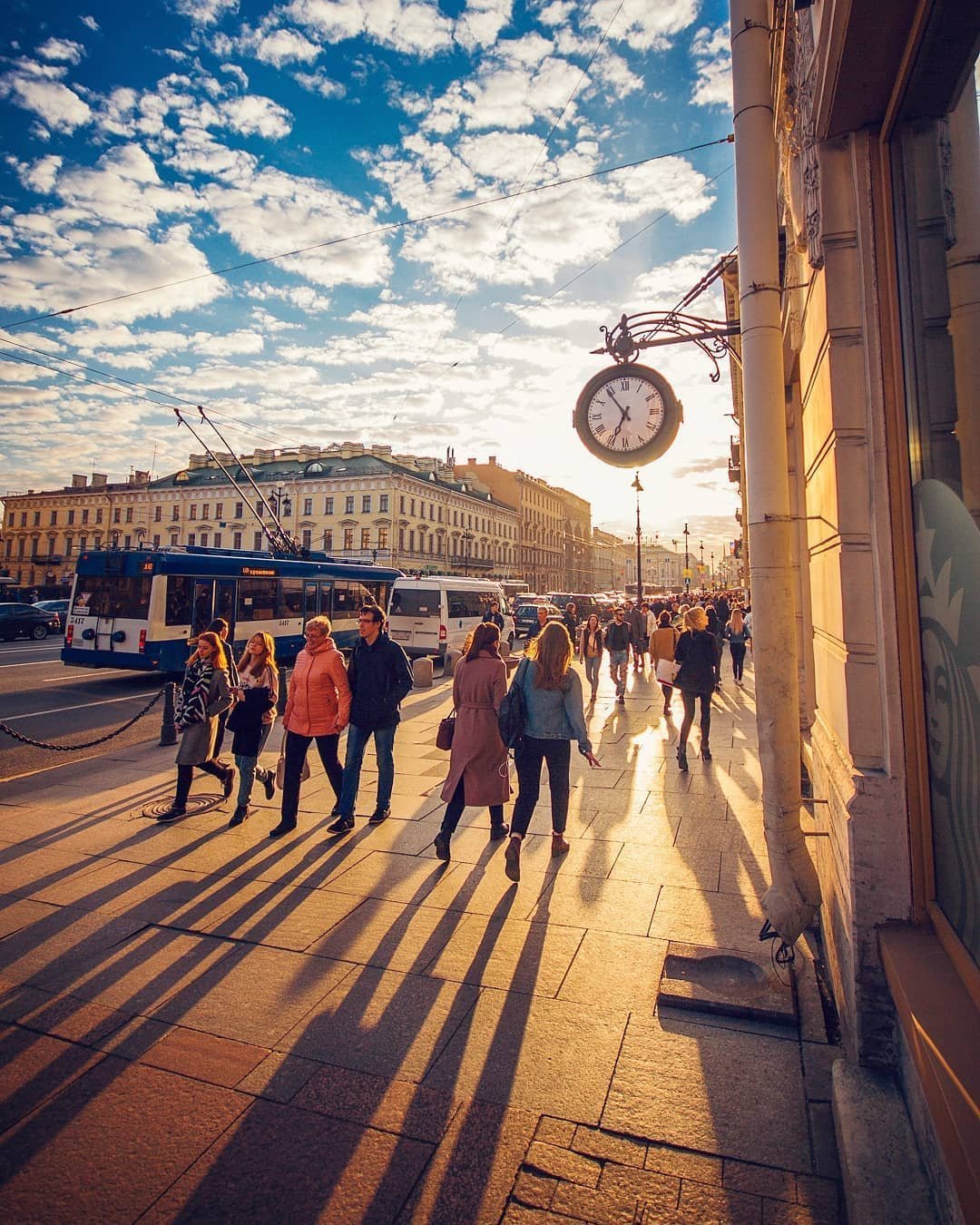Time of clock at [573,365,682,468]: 6:54
